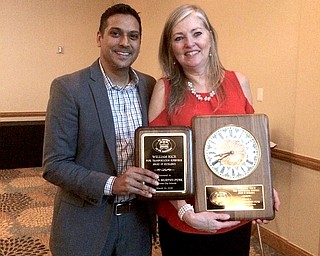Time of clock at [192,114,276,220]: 8:39
